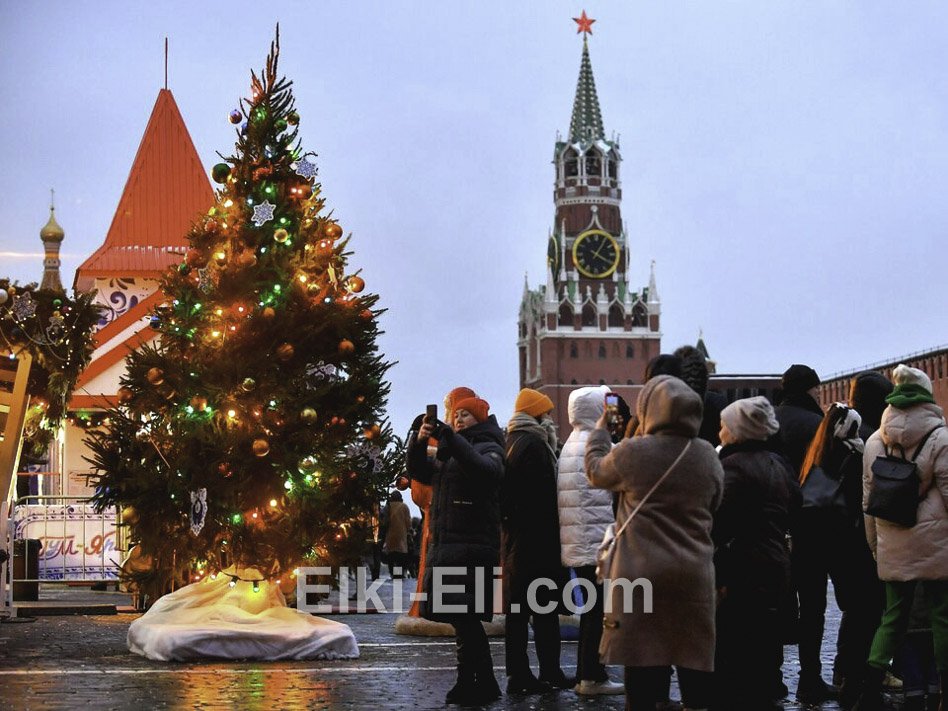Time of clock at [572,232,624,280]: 4:05
